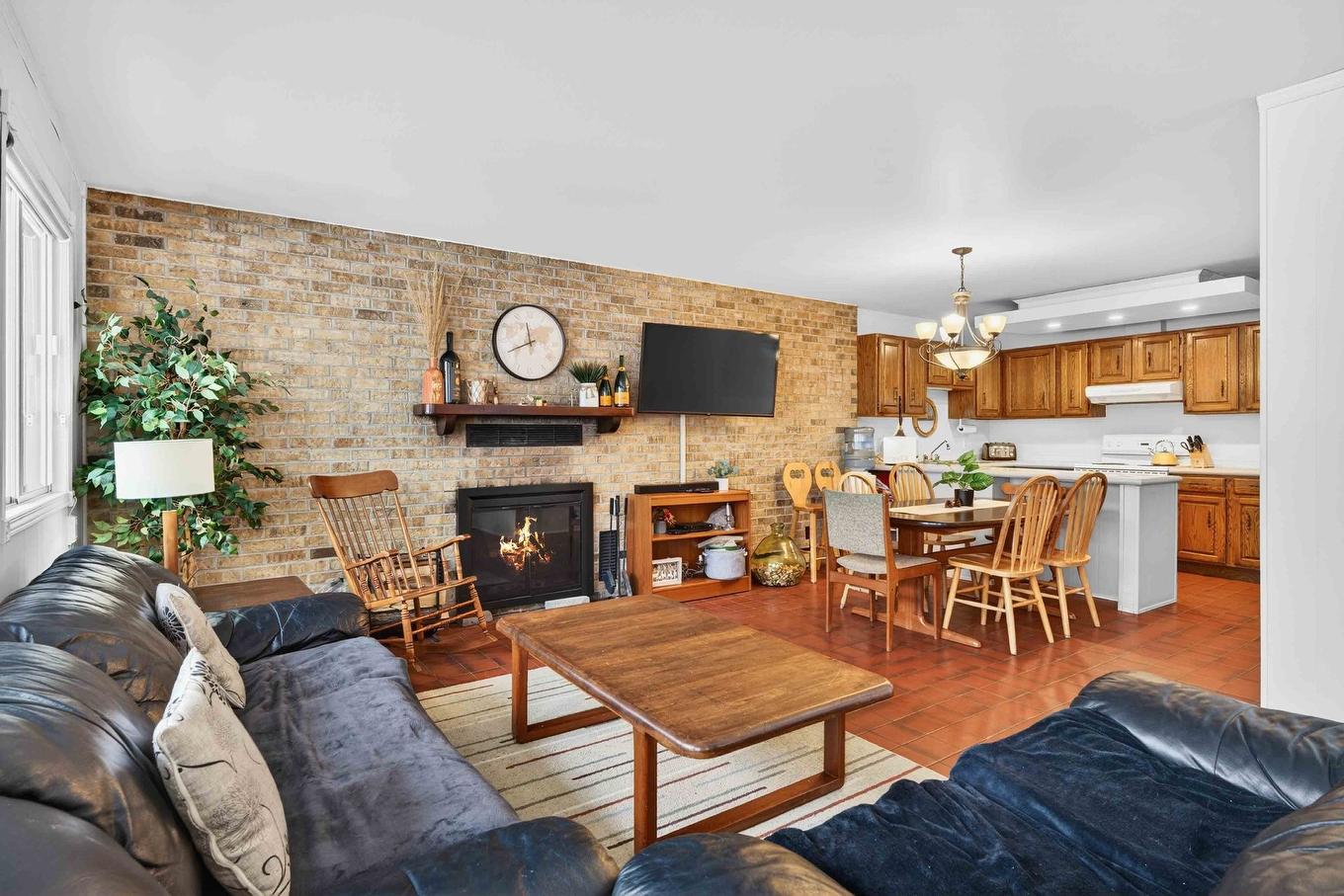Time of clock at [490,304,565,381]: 11:41
